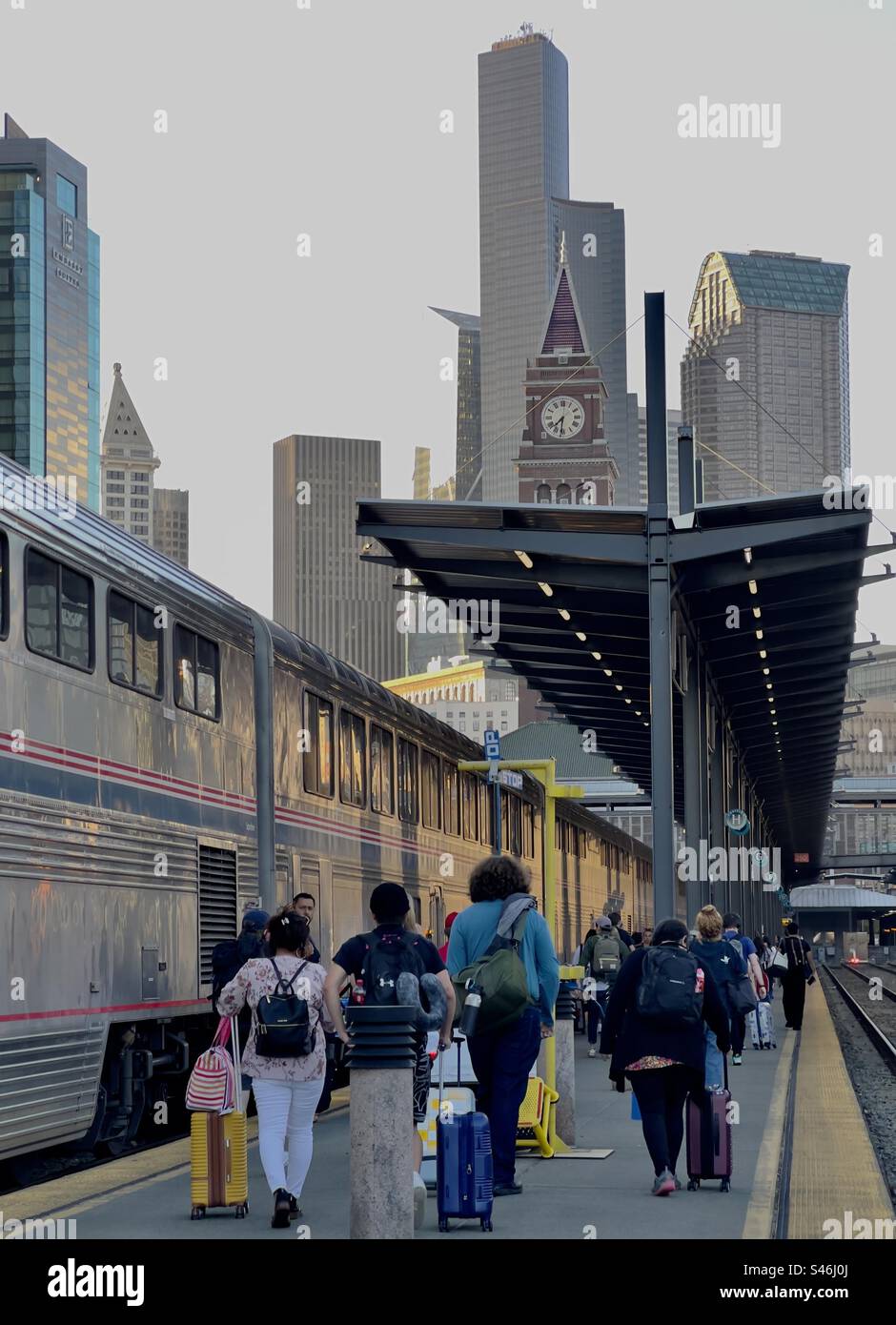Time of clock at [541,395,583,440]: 7:31
